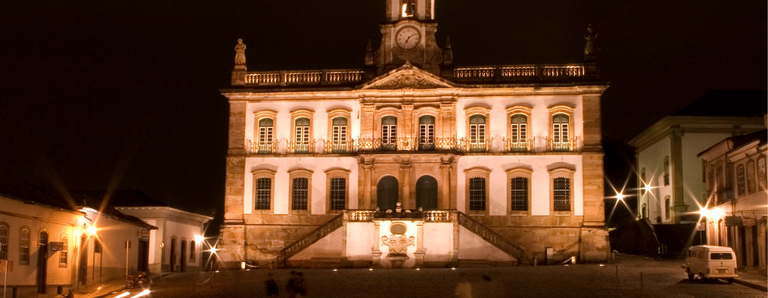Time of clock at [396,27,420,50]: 7:09
